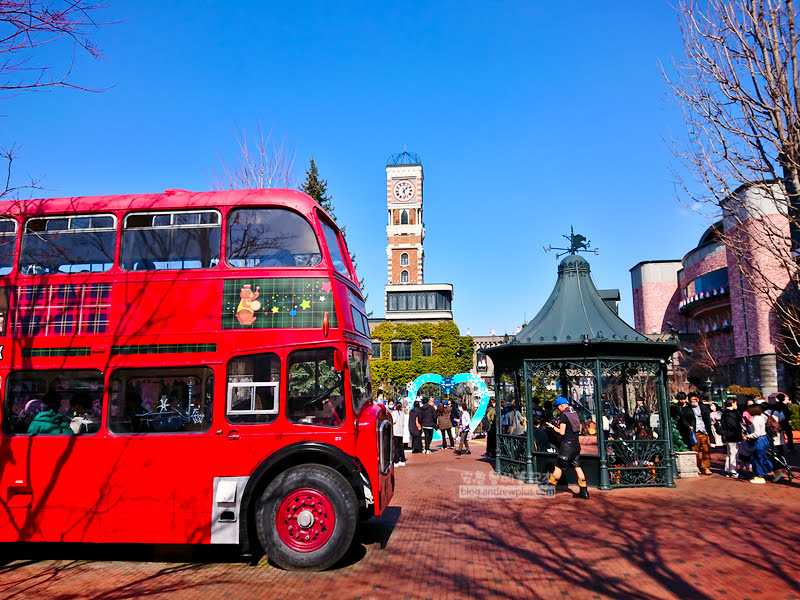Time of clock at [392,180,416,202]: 1:27
